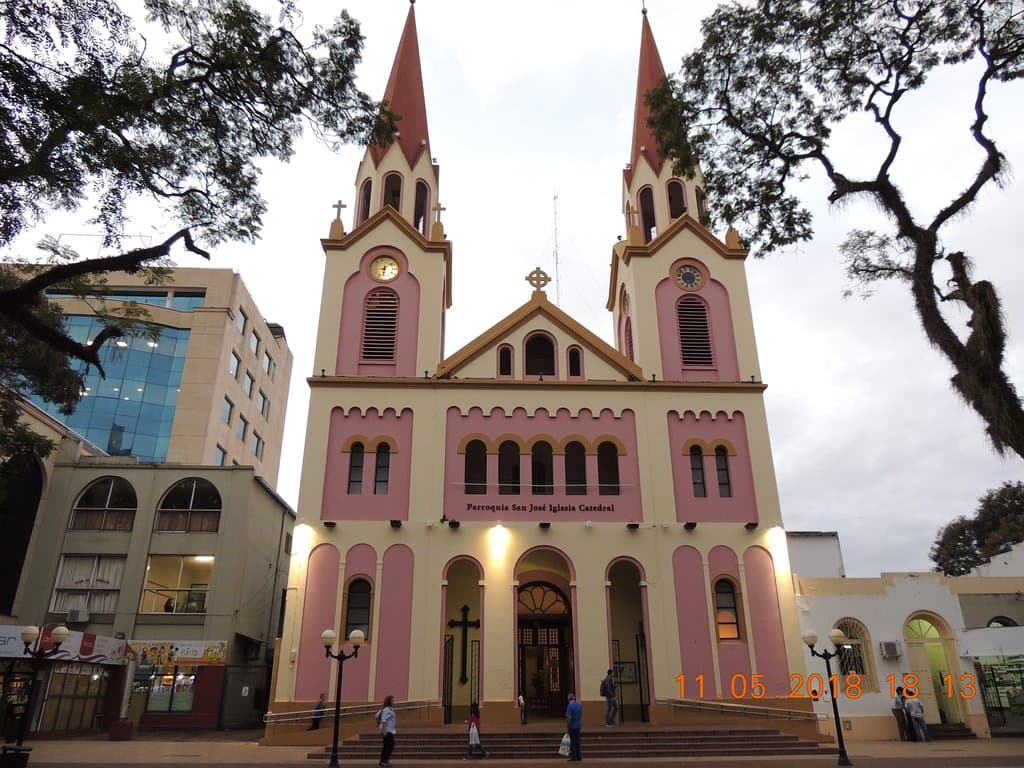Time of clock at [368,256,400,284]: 6:08
